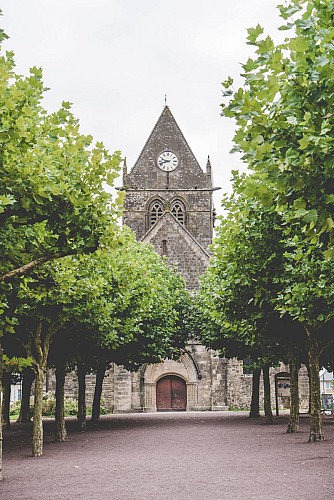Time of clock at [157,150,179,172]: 9:42
